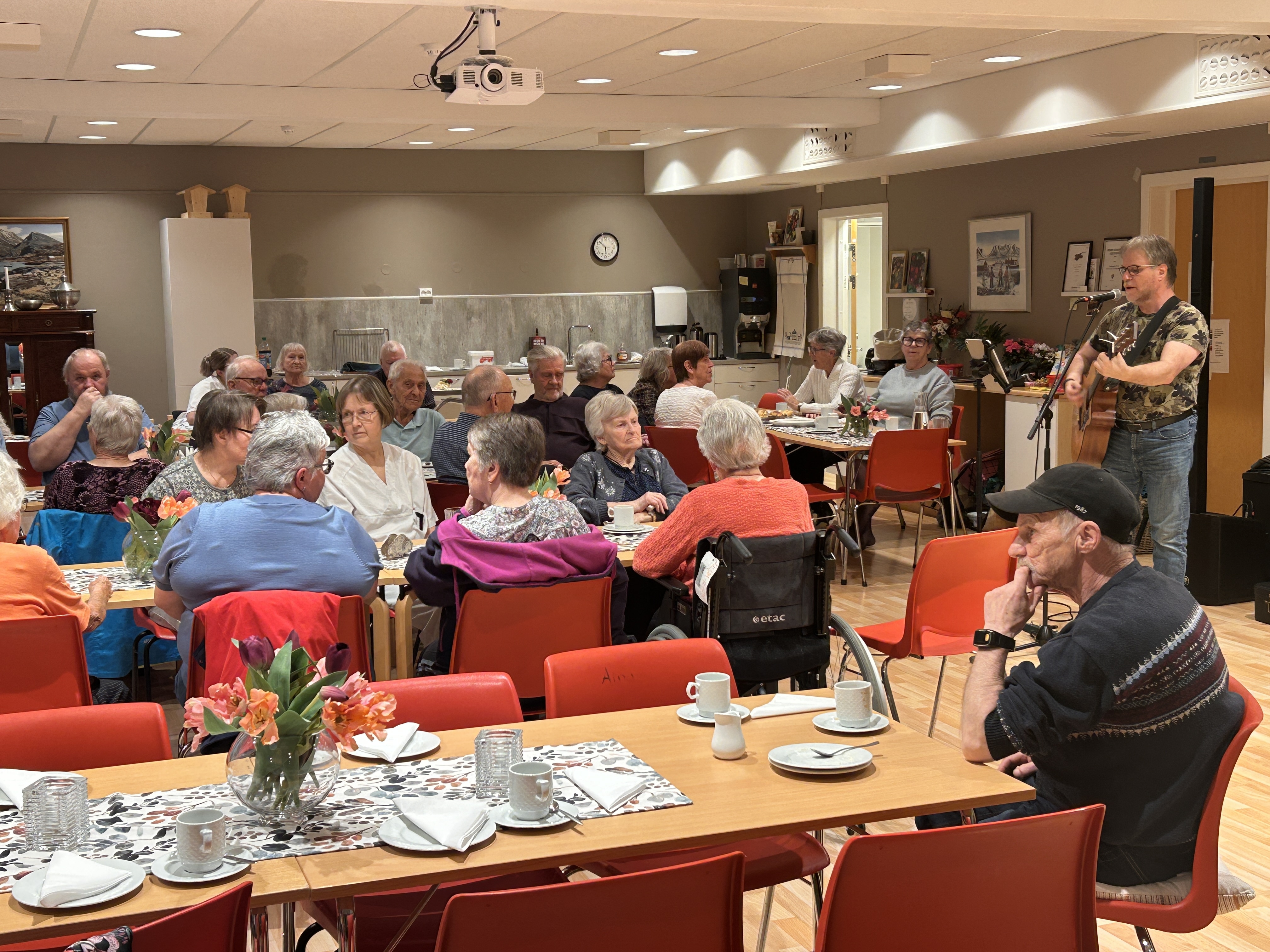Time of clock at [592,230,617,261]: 5:52
